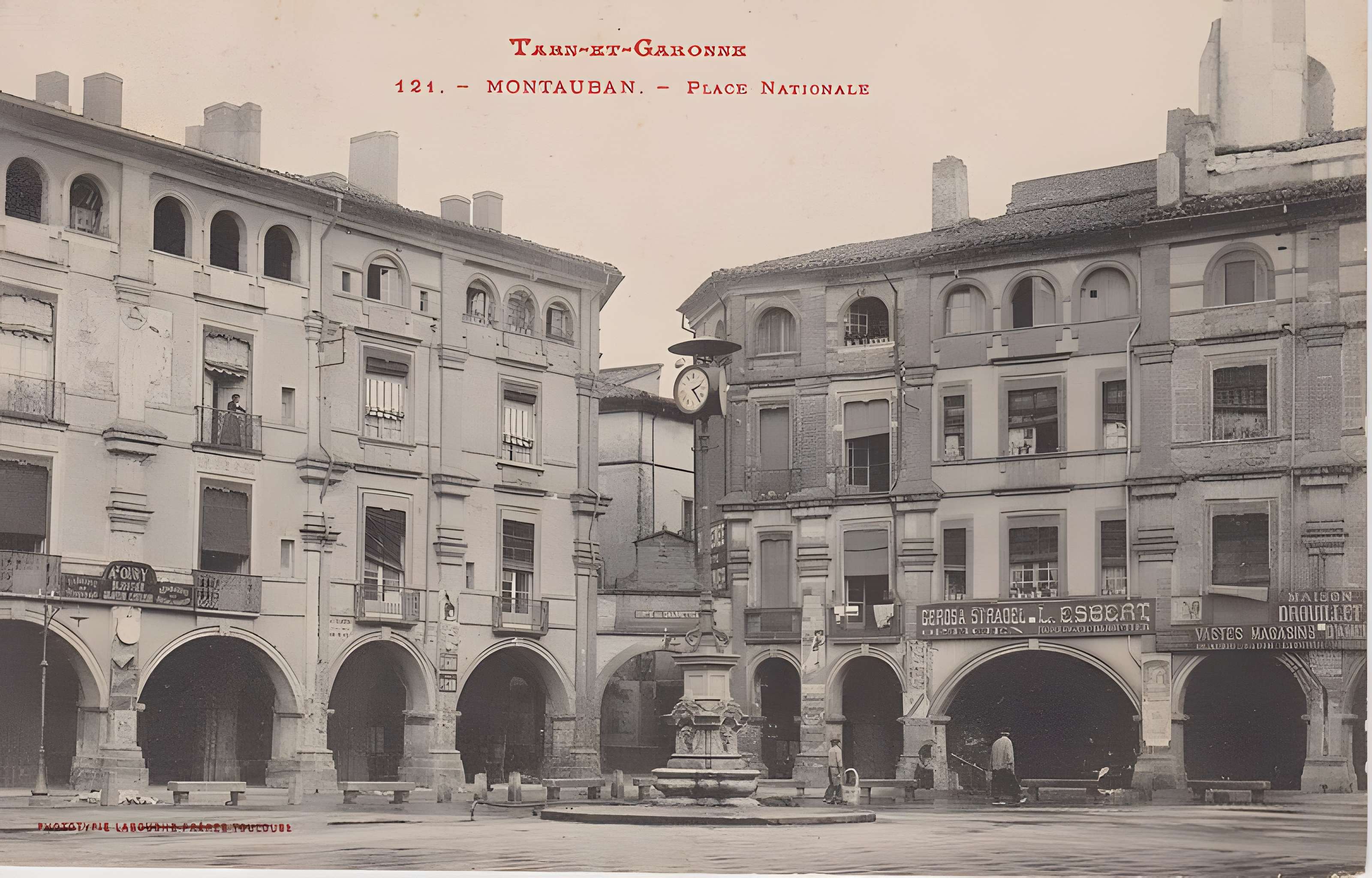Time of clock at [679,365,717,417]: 2:23
